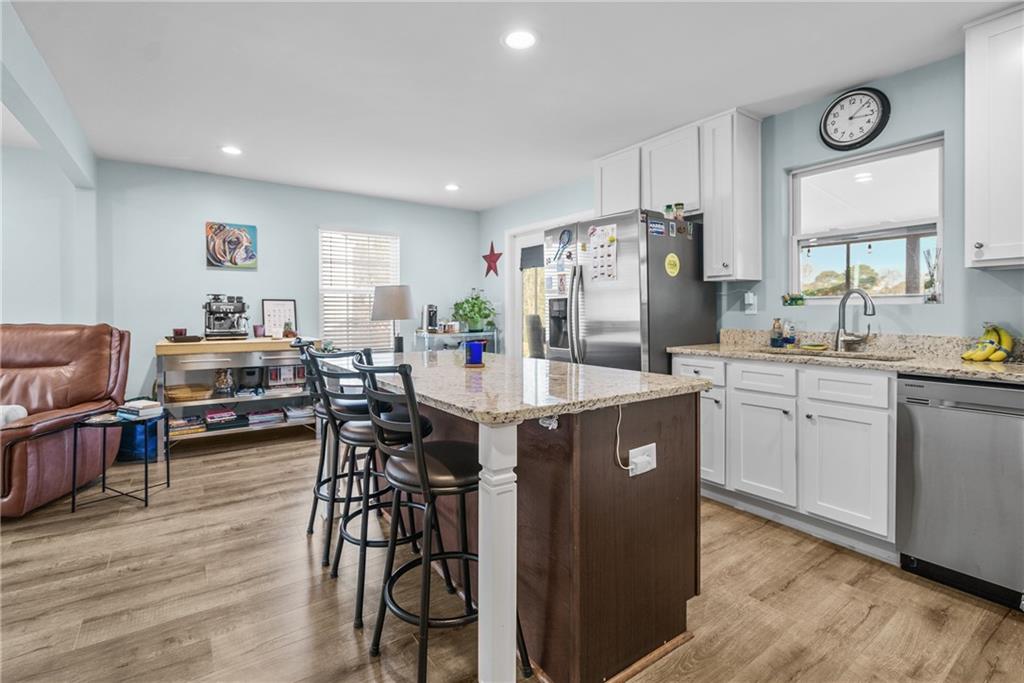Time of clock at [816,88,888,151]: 3:08
